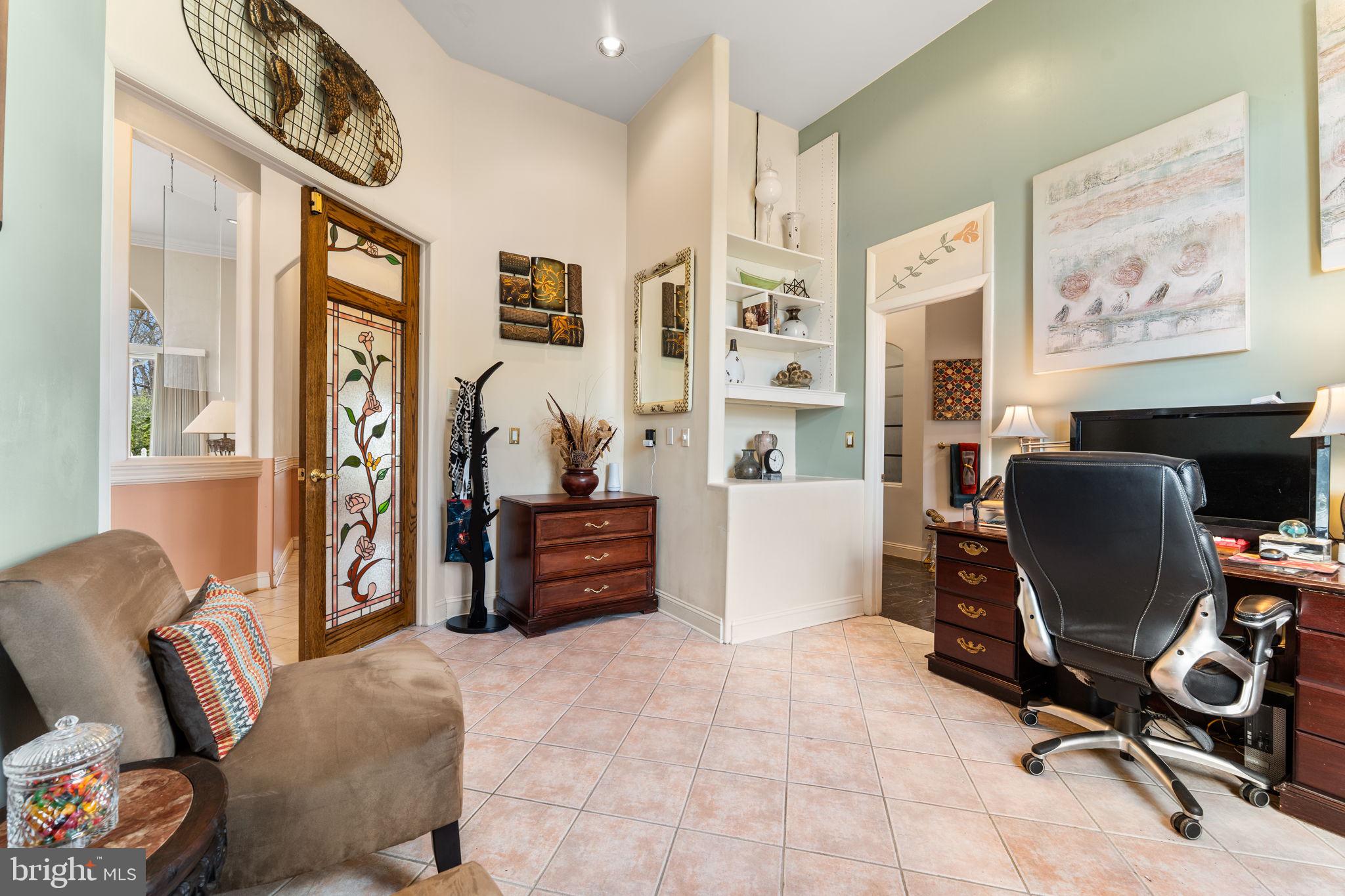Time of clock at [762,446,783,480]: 12:49
